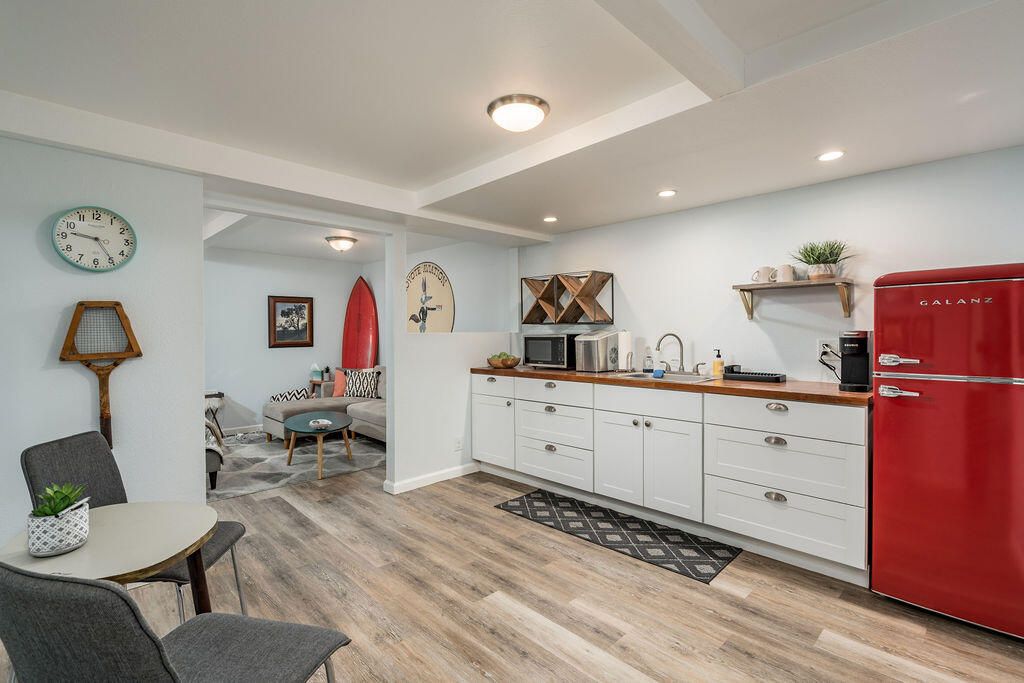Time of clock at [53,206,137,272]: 9:24
